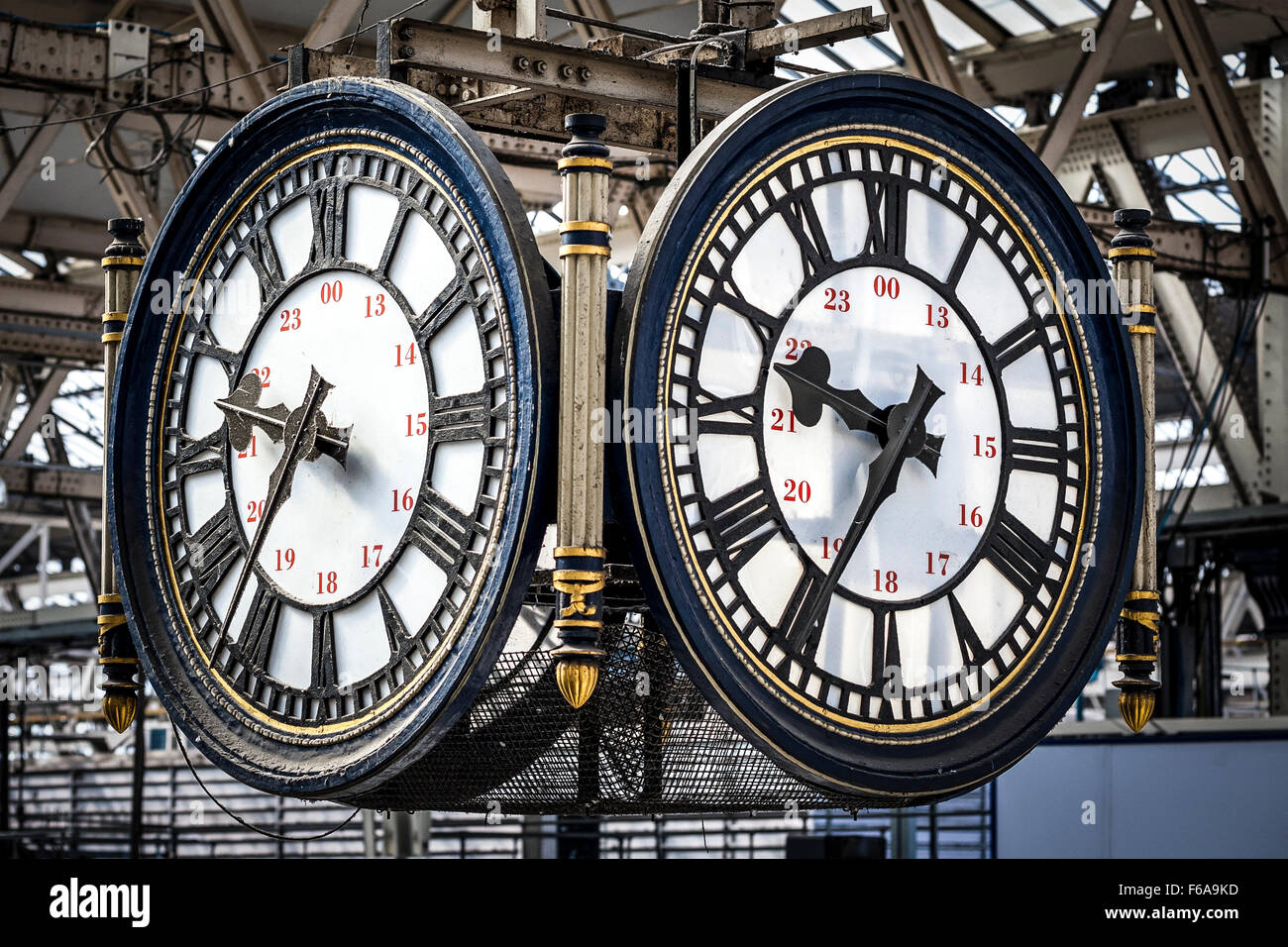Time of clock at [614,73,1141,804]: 9:35
